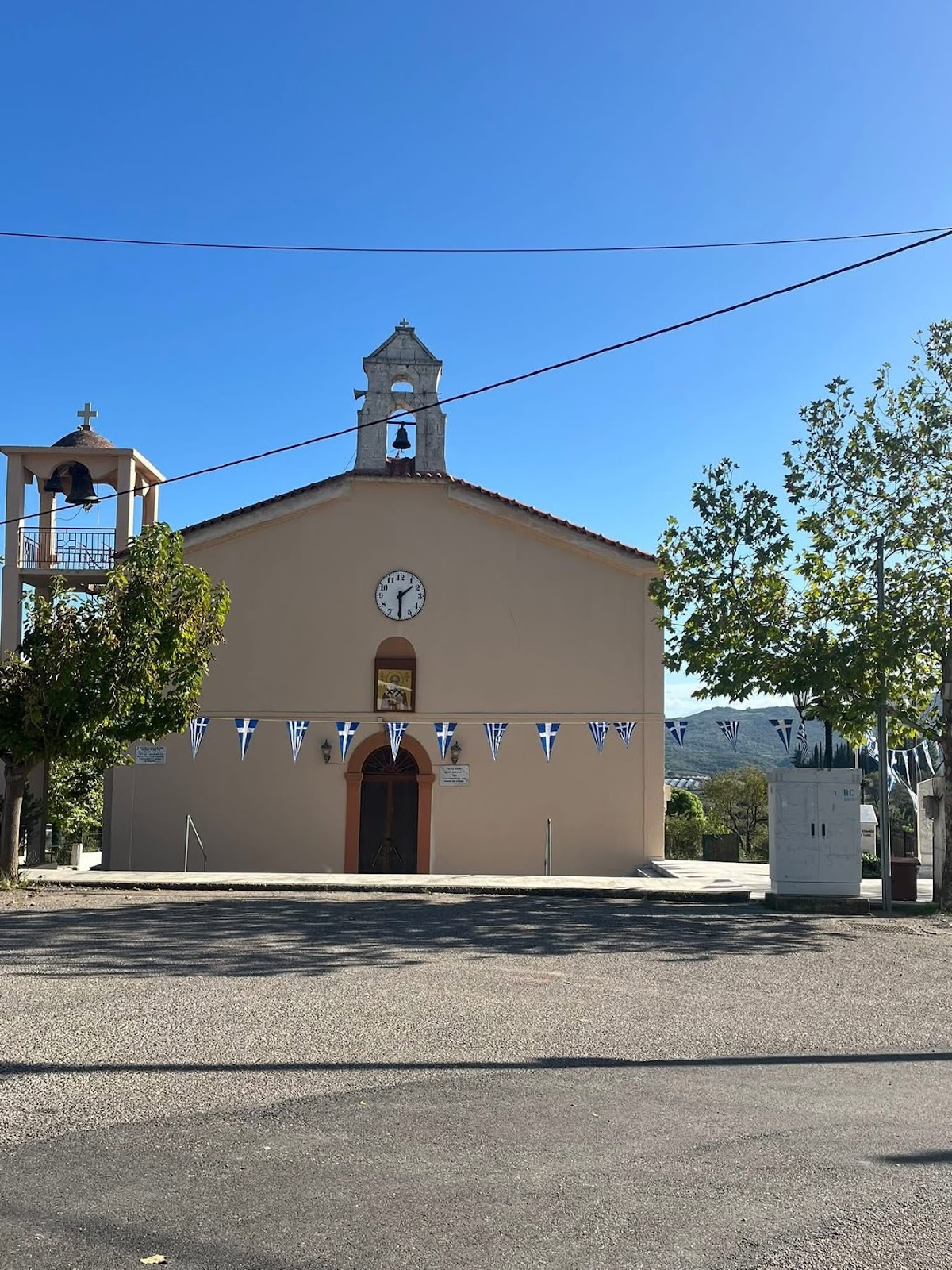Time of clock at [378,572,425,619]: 1:29
